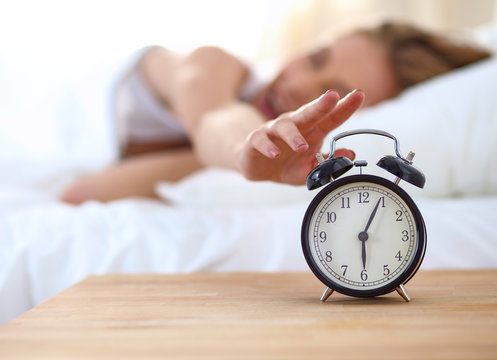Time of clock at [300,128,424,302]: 6:04
